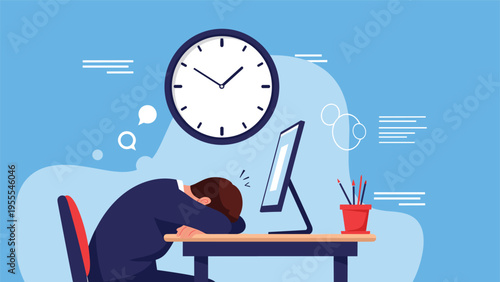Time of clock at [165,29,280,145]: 1:50
